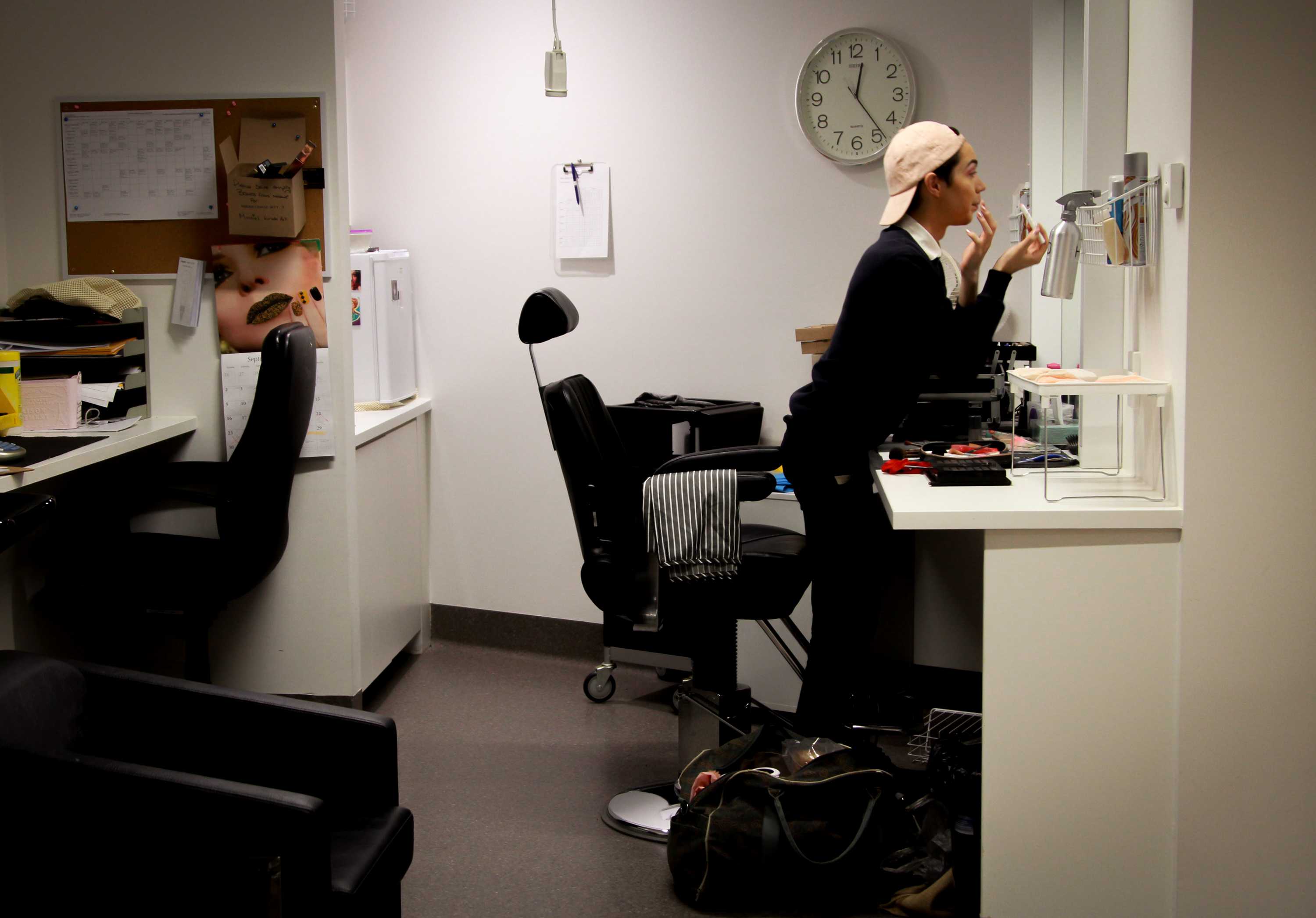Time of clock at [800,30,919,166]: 12:23
